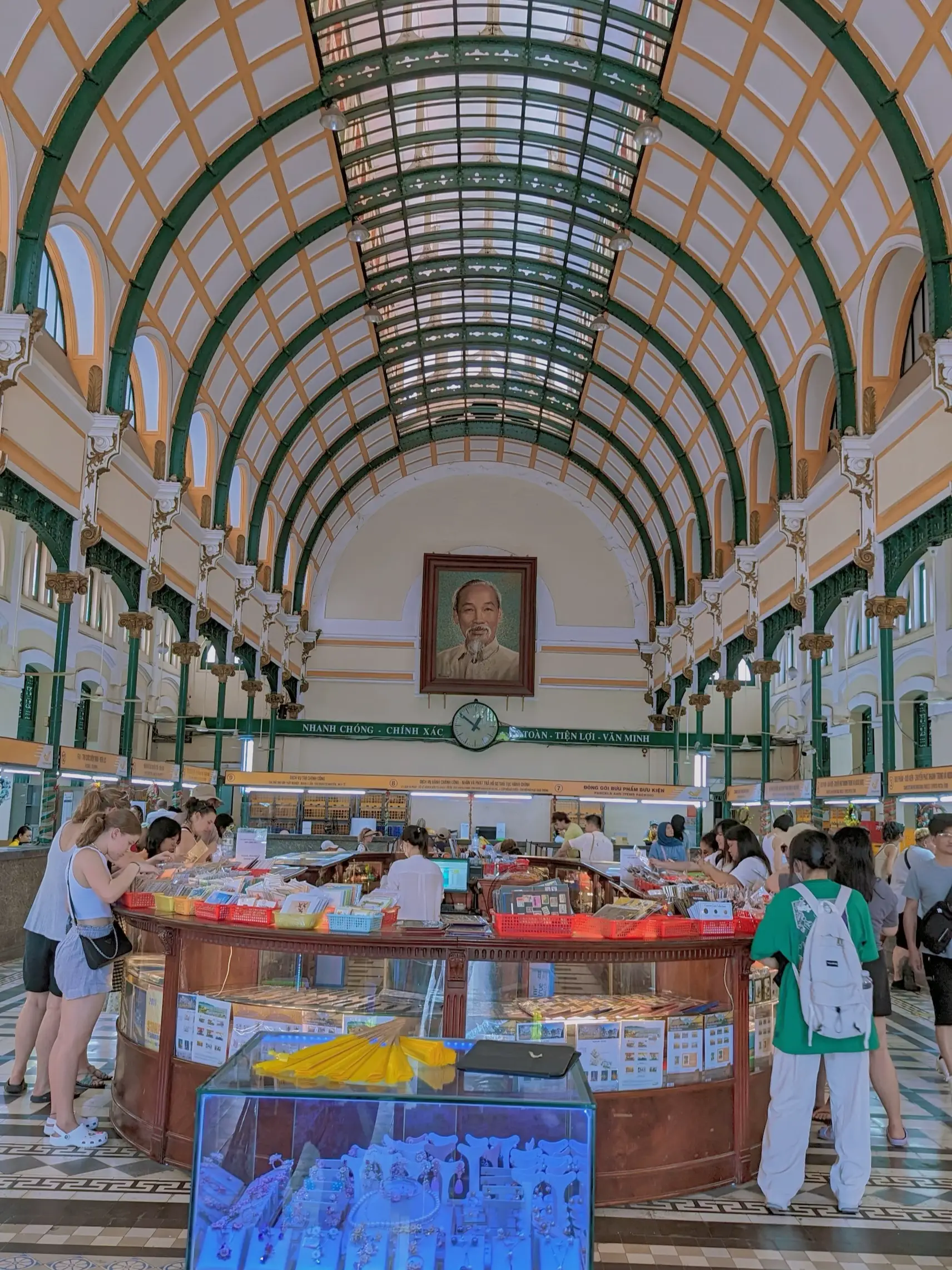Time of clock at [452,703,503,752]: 12:51
